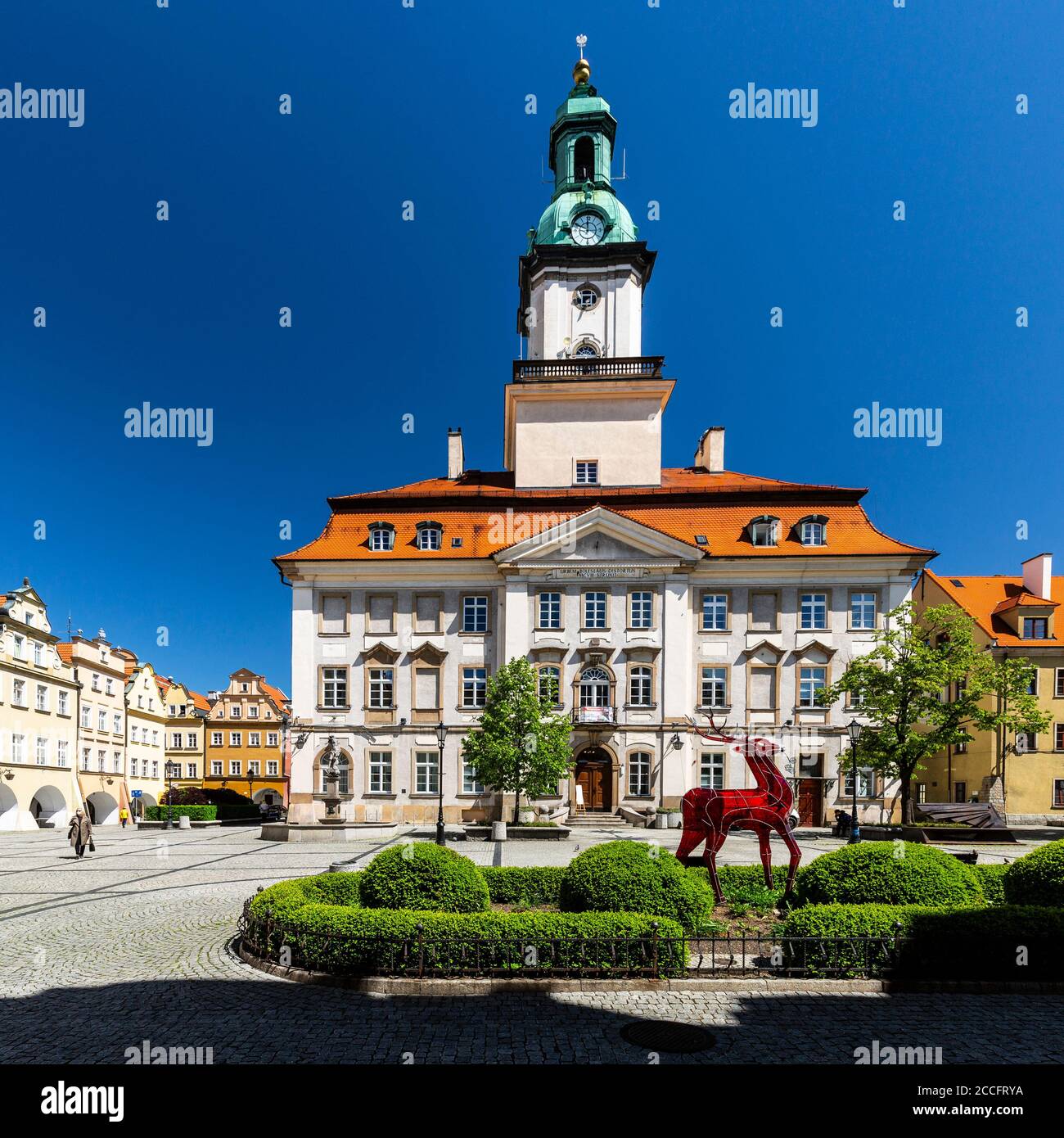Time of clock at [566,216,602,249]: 11:48
